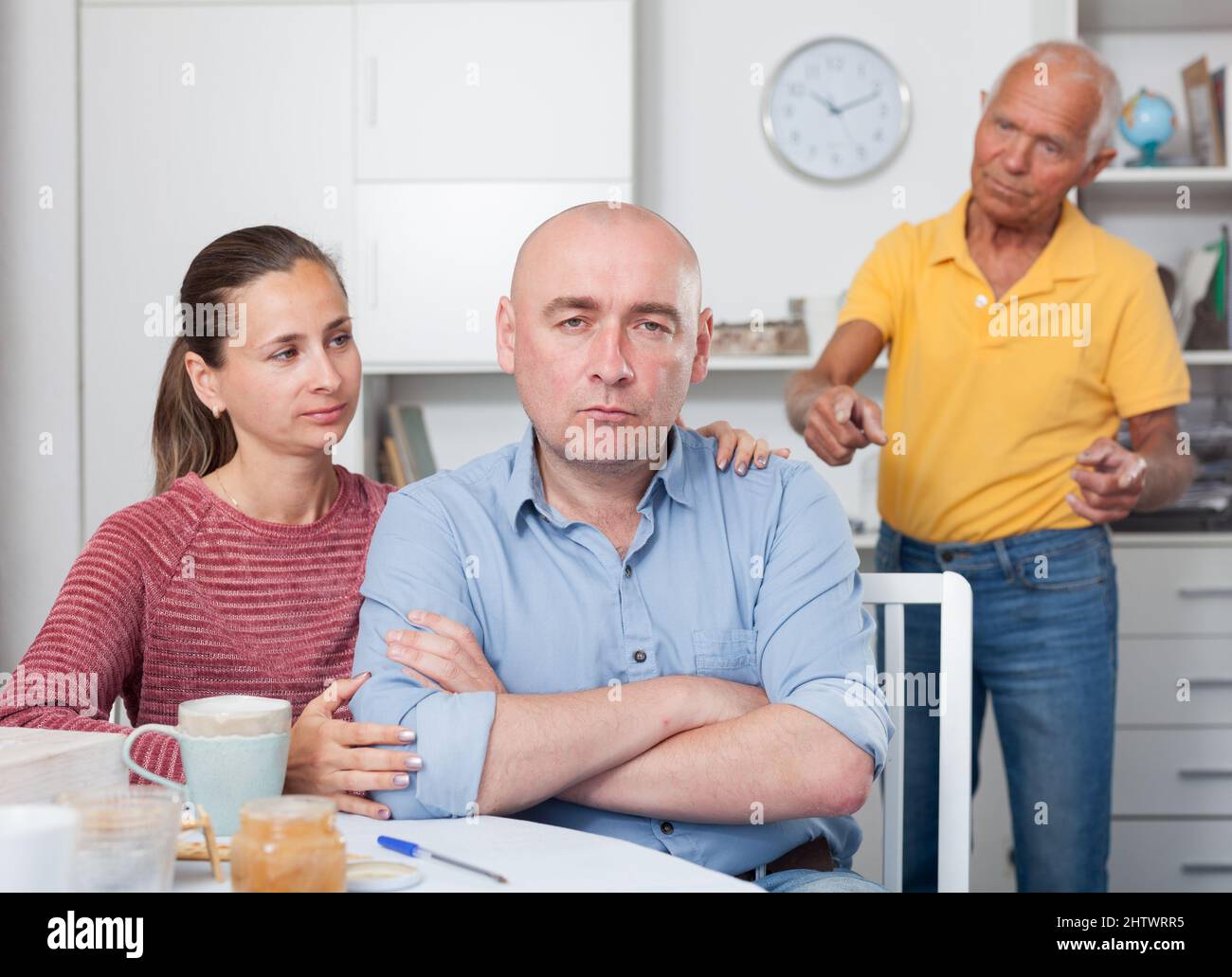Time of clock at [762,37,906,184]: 10:11
